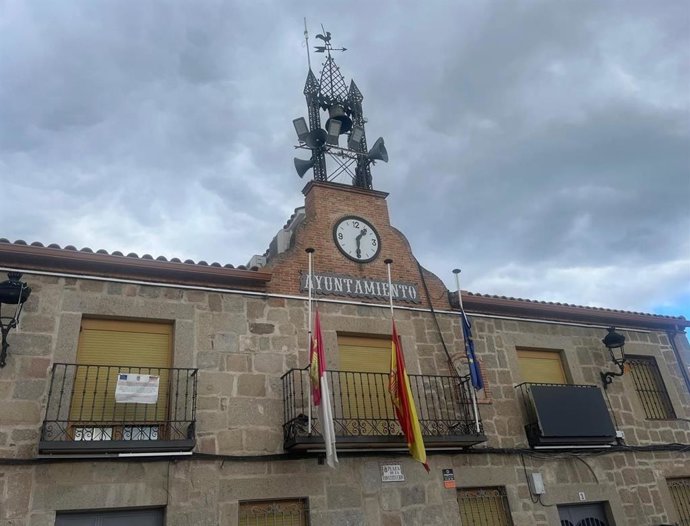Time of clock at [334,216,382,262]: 1:30
